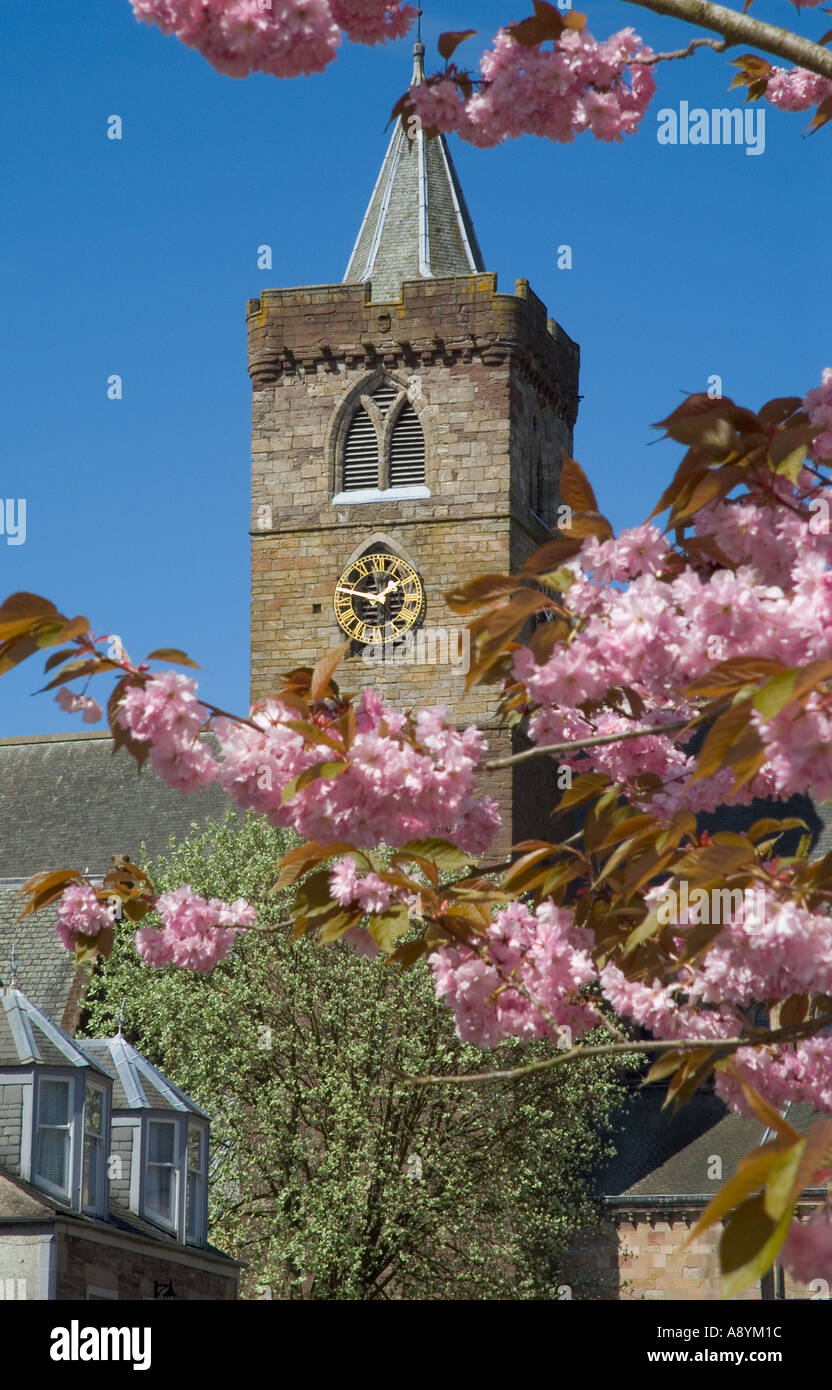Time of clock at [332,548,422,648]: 1:47
